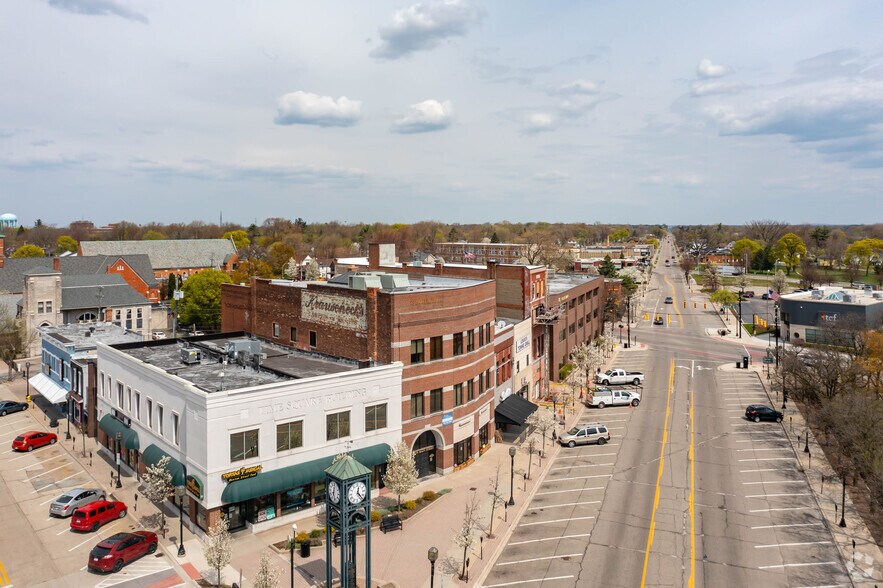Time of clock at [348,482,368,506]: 12:23
